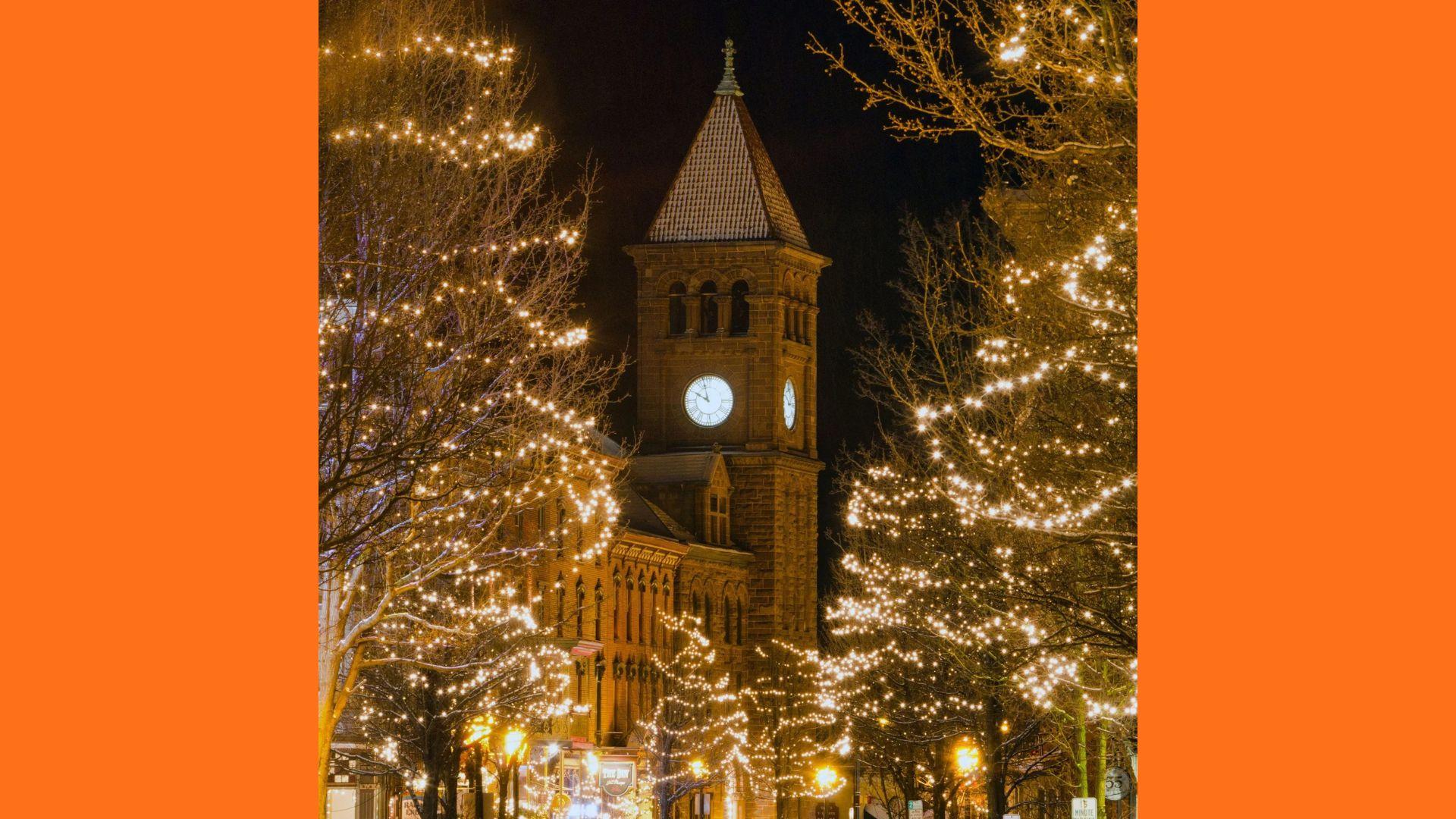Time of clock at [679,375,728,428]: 9:57
